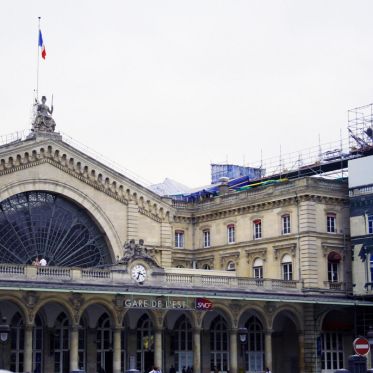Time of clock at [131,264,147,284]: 3:33
